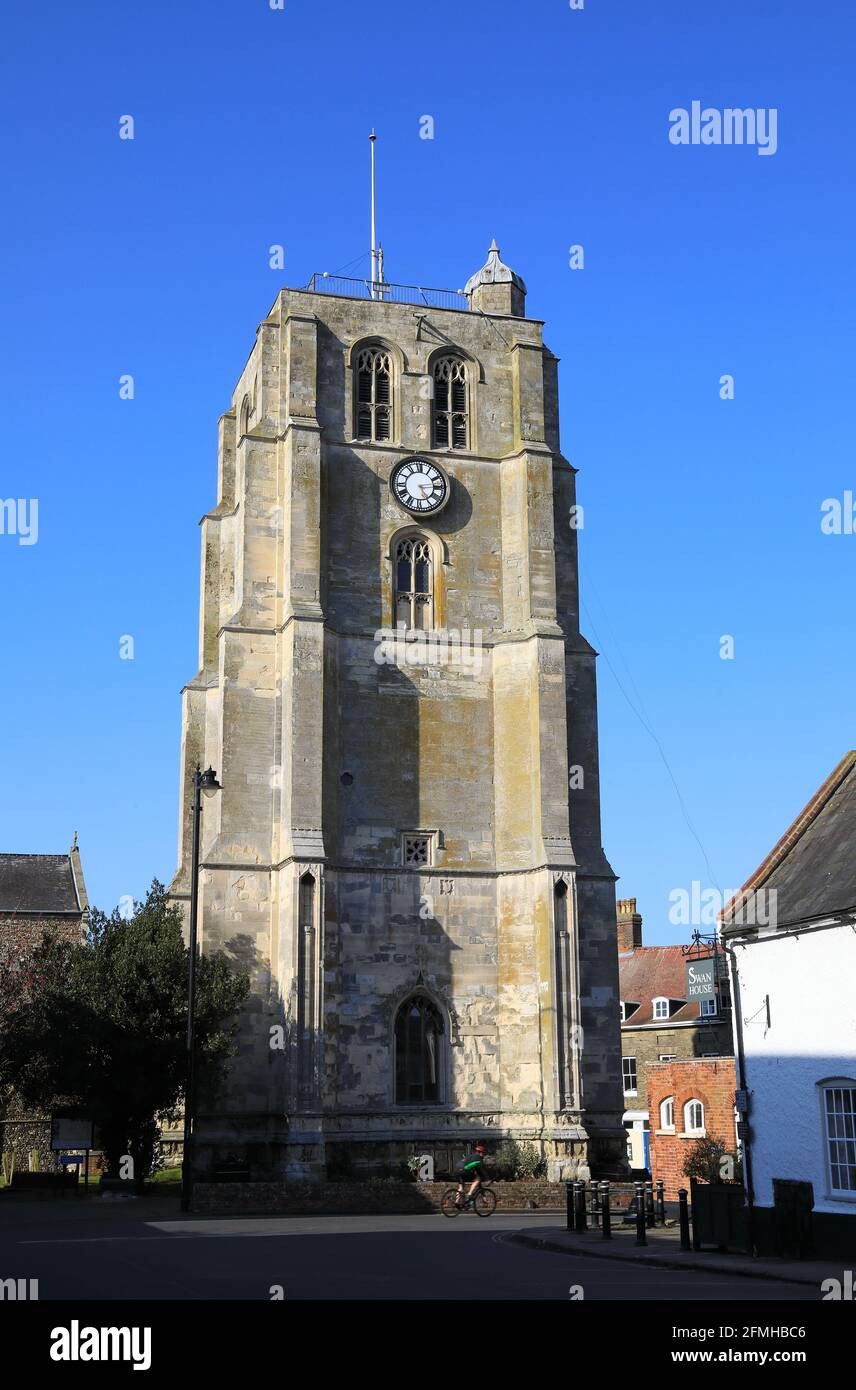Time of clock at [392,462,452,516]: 5:14
